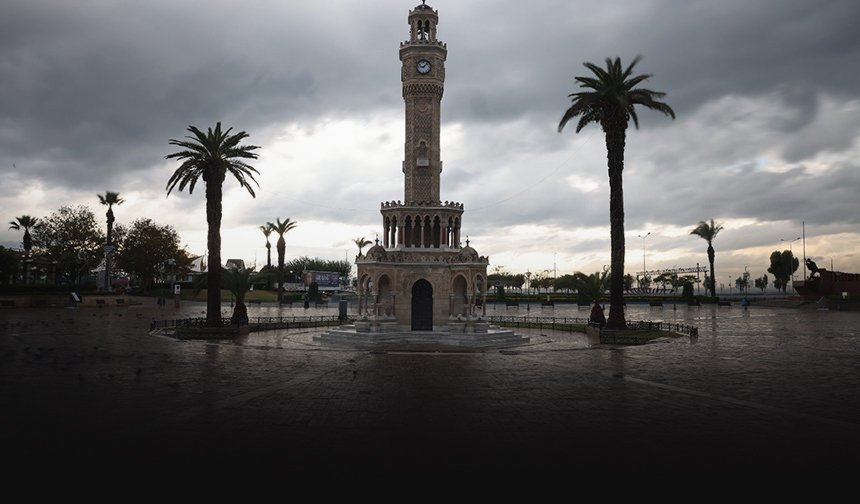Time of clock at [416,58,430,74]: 9:07
